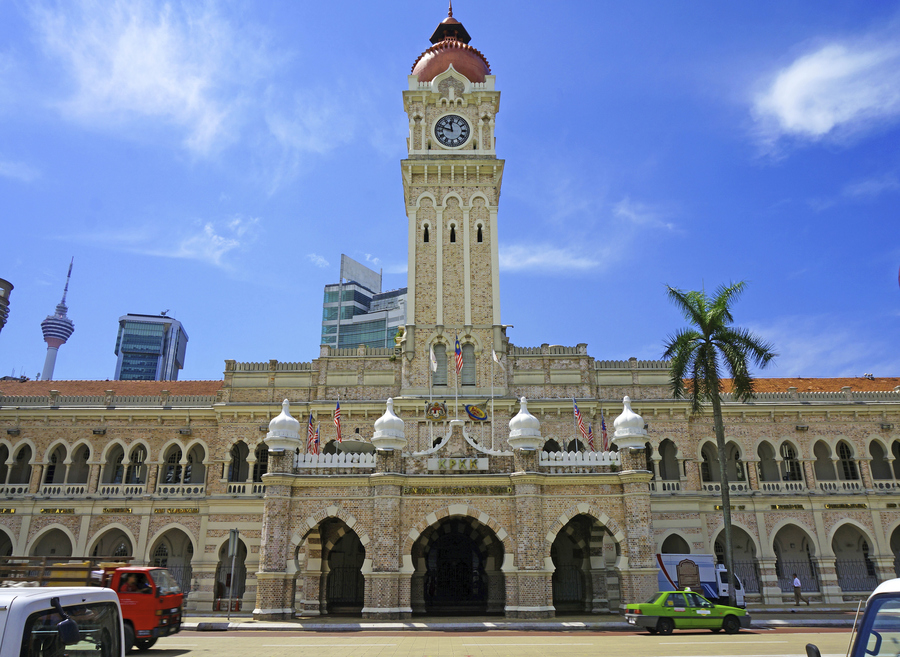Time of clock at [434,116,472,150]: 11:47
